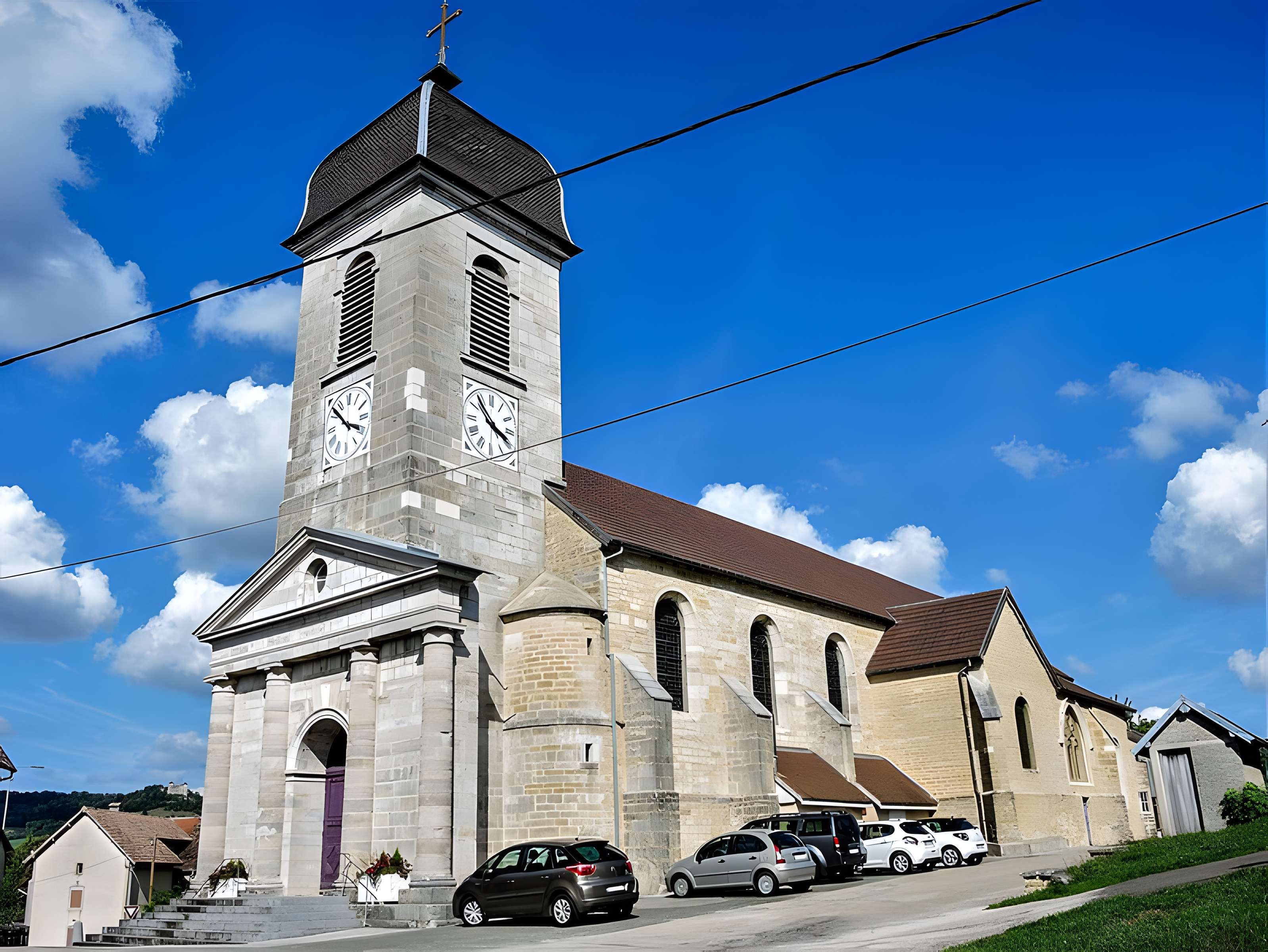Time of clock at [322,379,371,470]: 3:52
